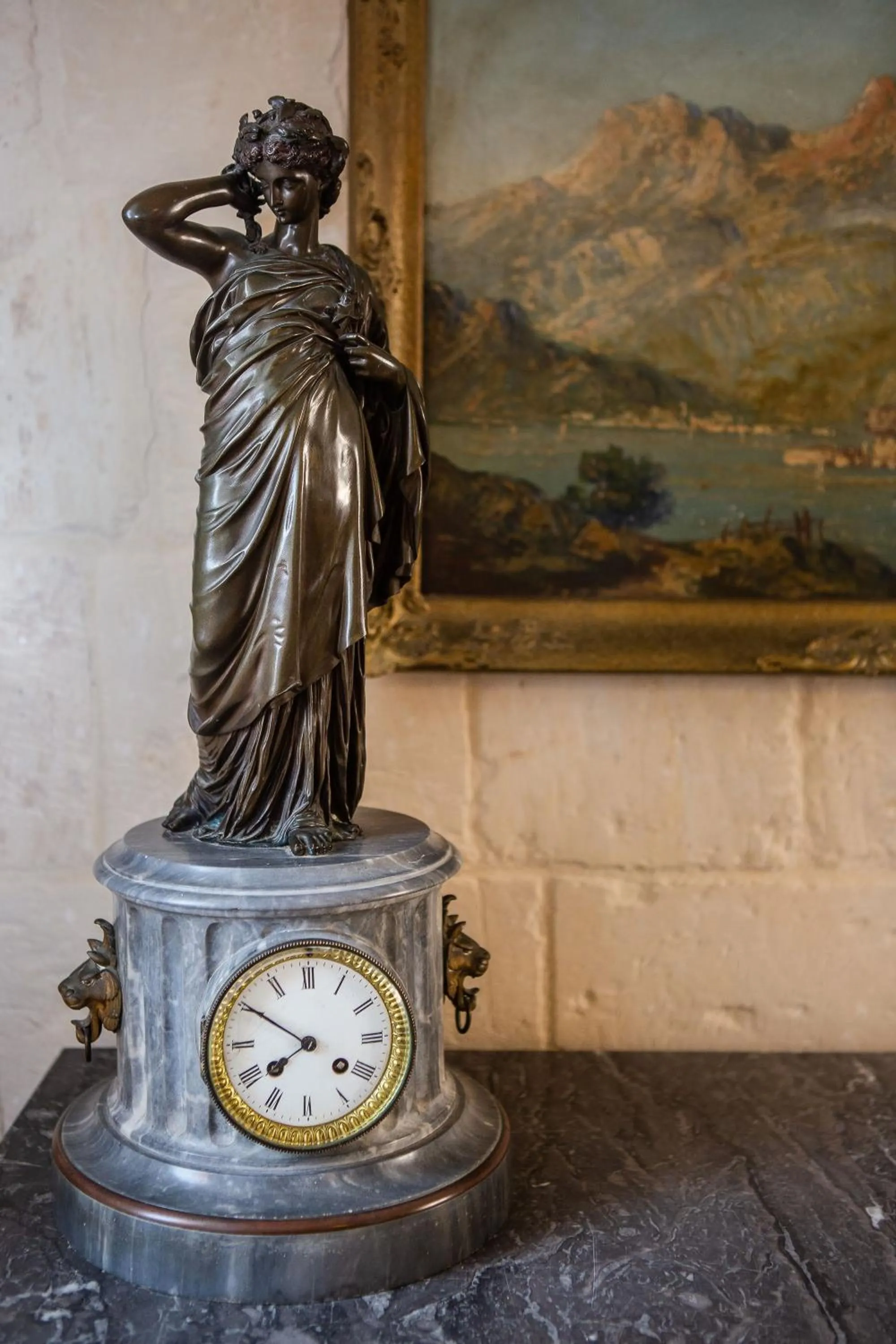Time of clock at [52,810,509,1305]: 7:49
